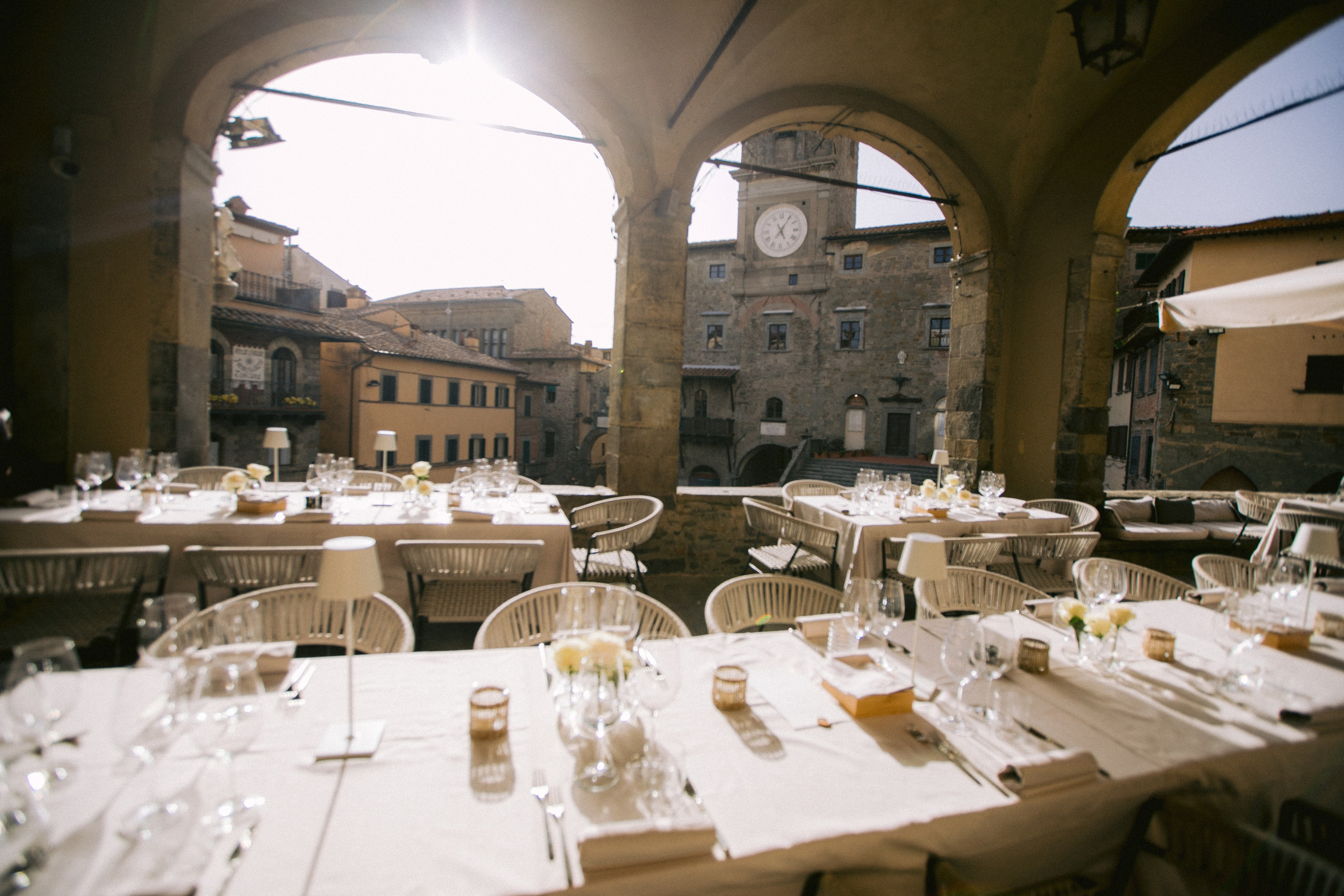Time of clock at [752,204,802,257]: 5:05
